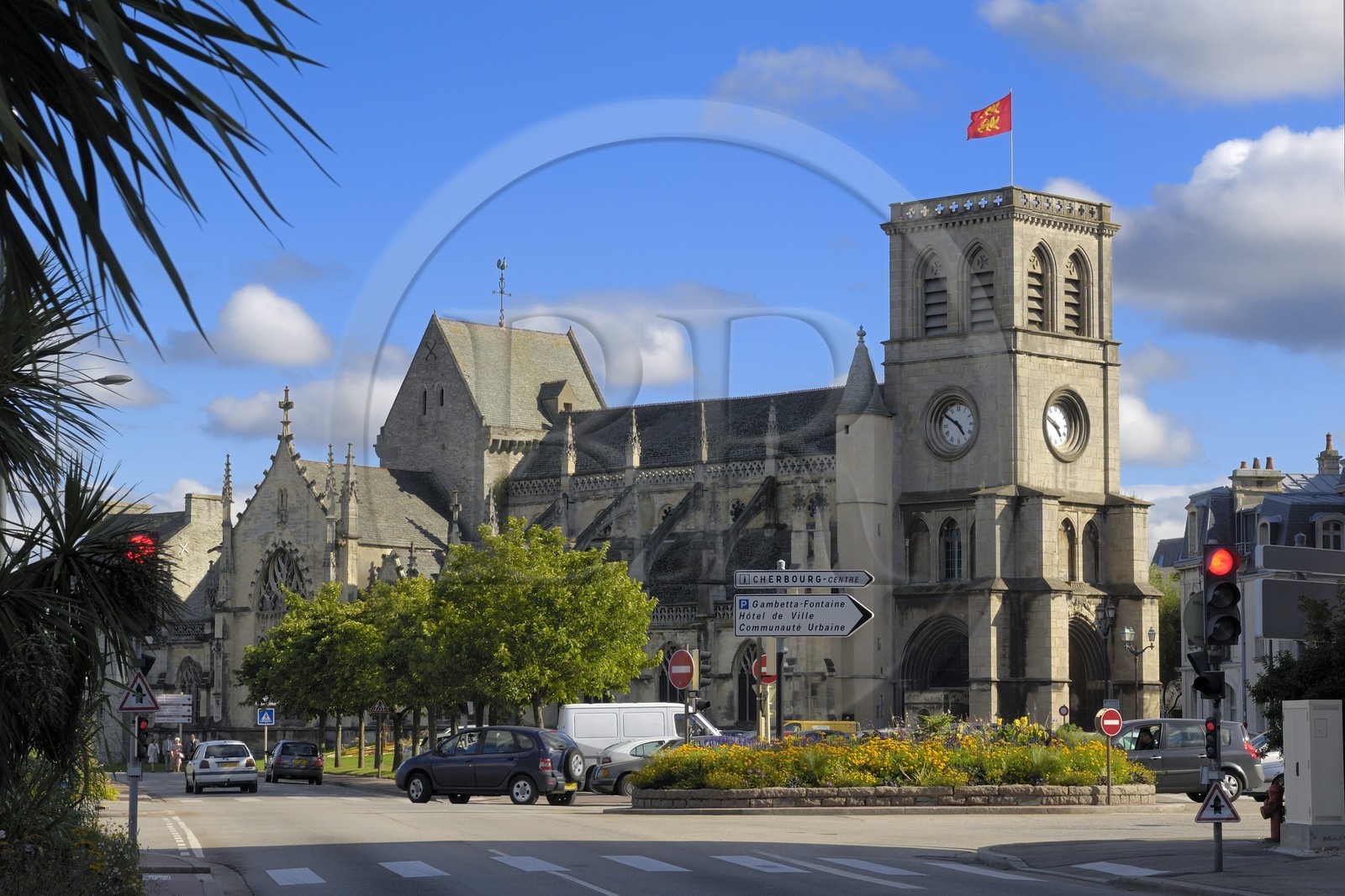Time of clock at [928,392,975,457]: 4:50
